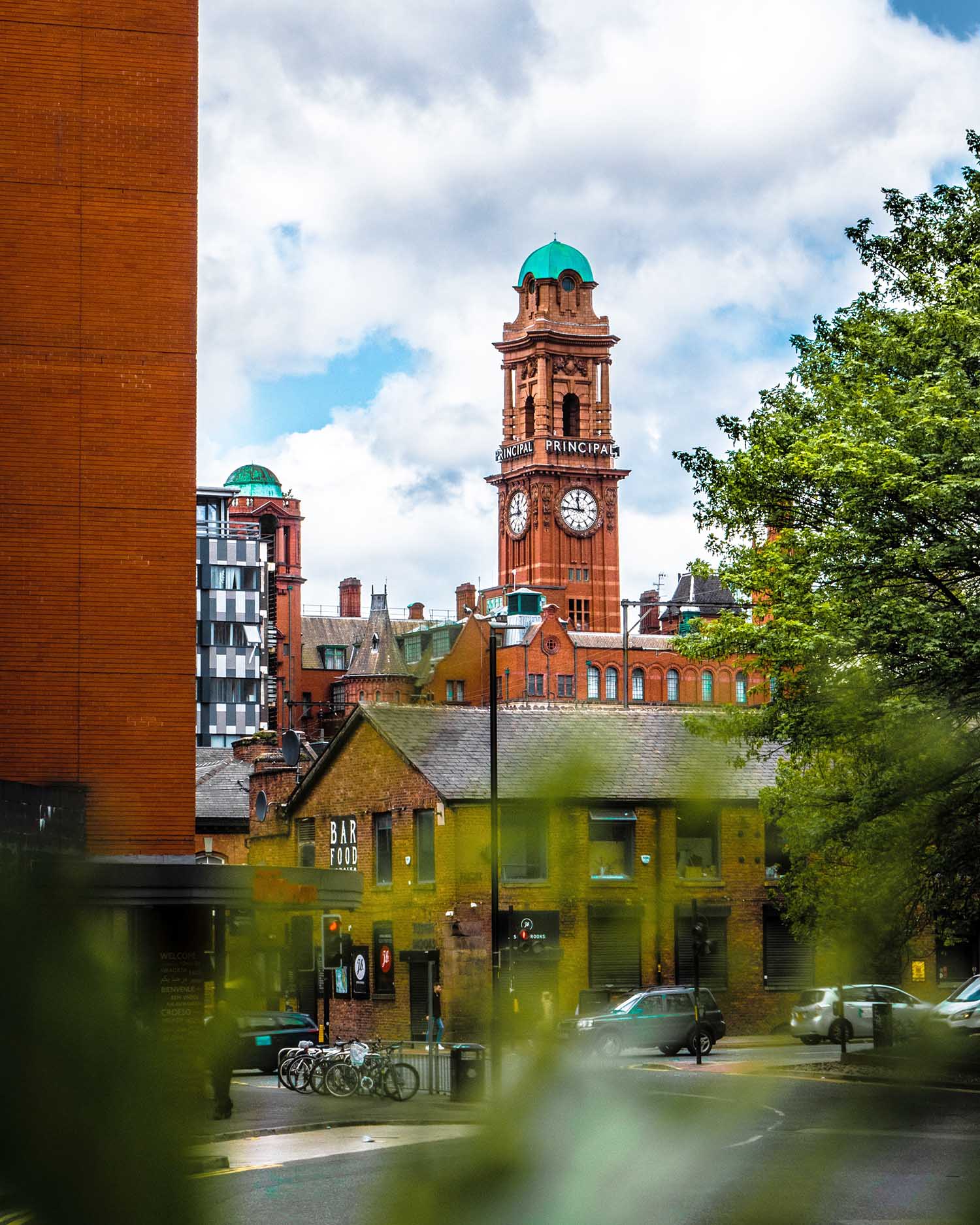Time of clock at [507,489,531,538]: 11:44
